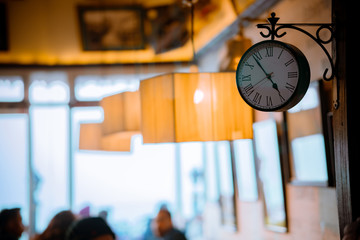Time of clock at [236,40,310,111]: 4:53
